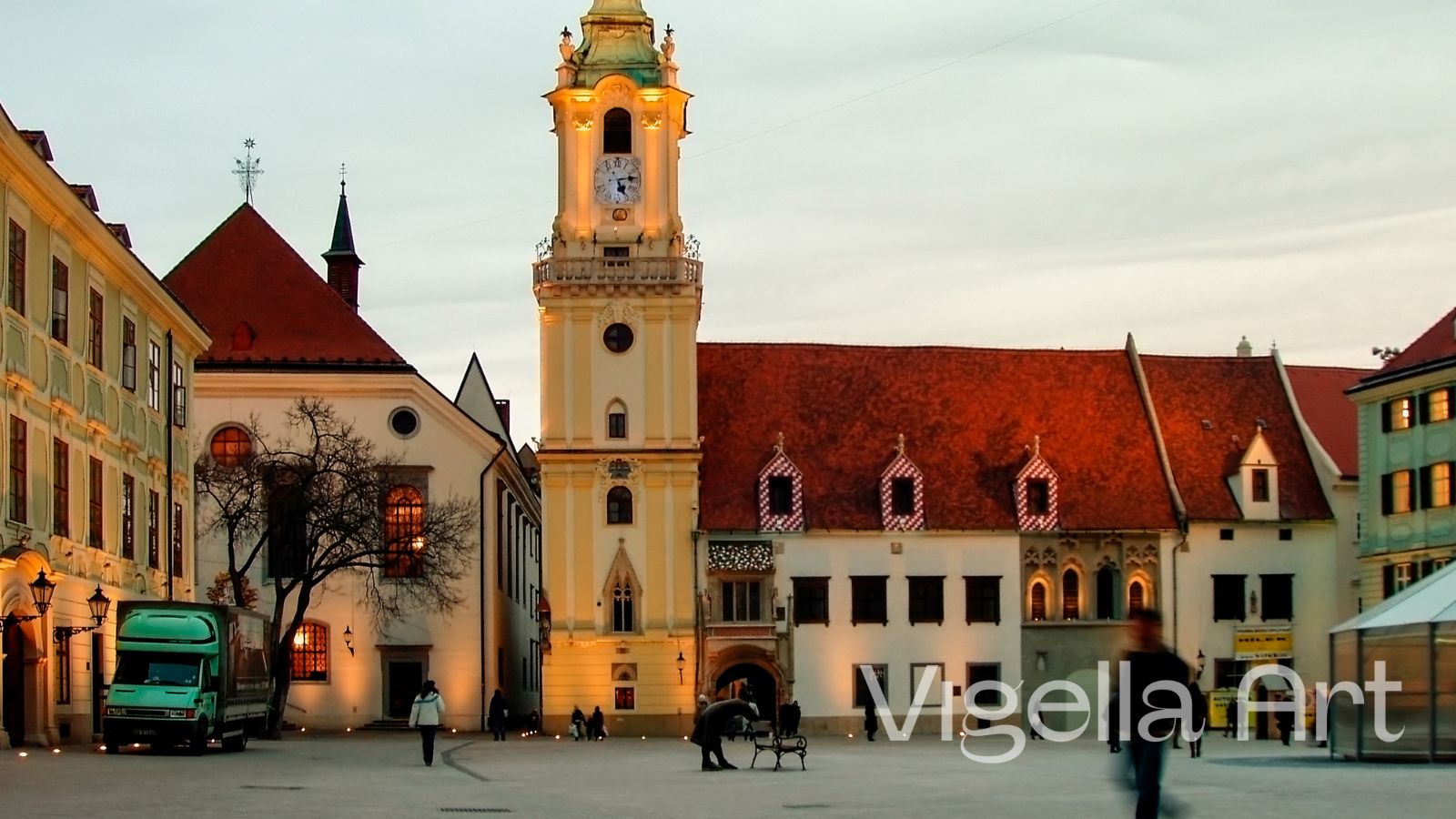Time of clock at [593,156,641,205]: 5:13
